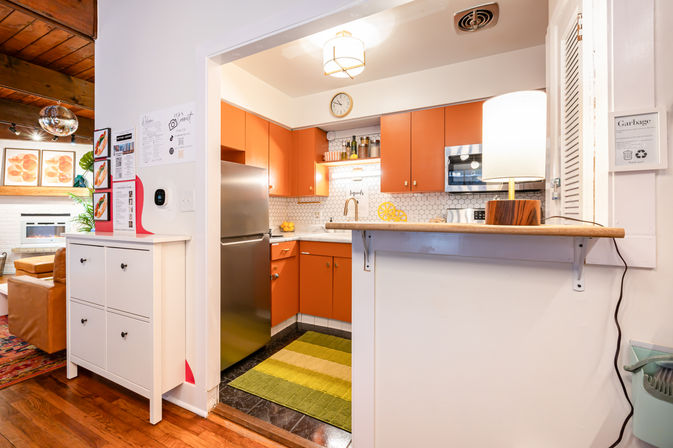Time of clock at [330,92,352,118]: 10:48
